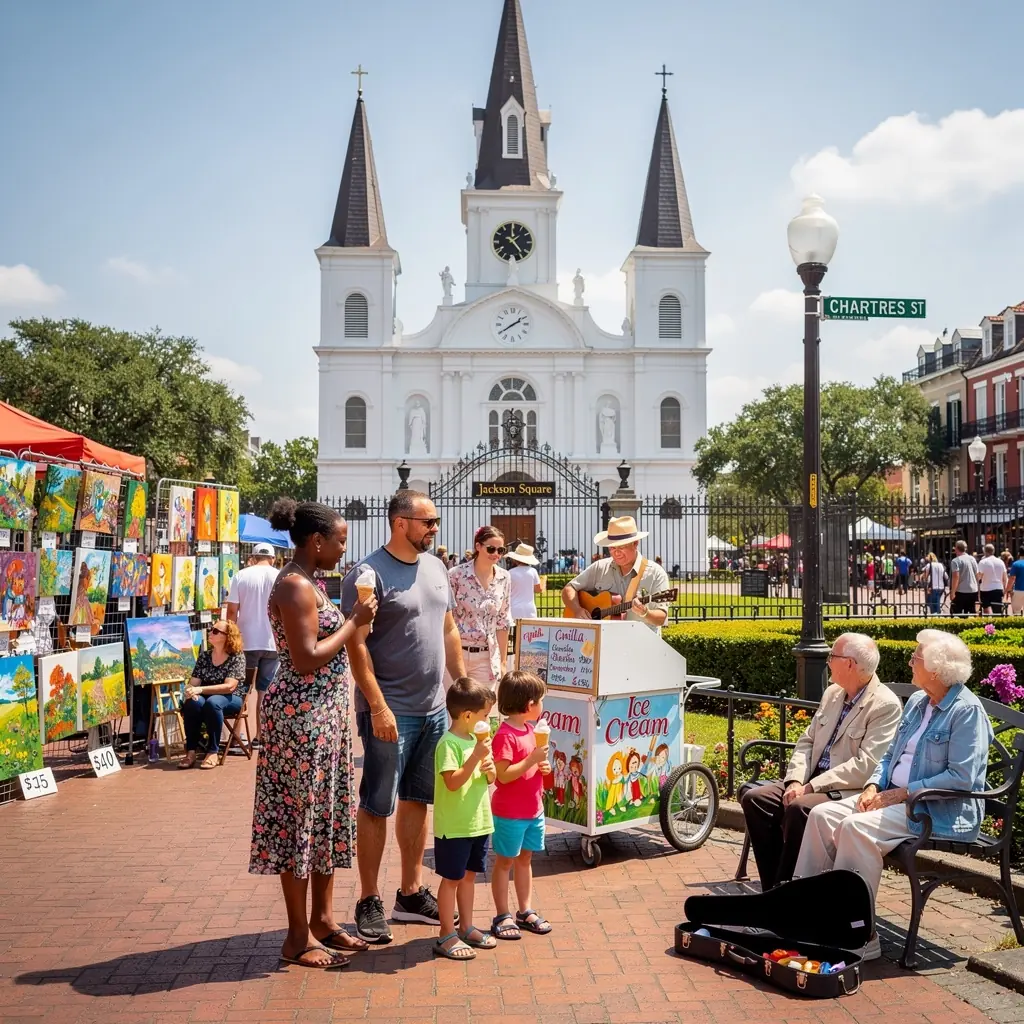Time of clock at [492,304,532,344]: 1:39
